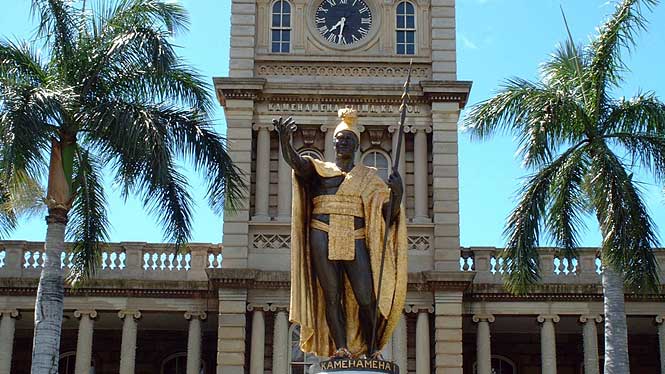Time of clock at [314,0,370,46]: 7:32
